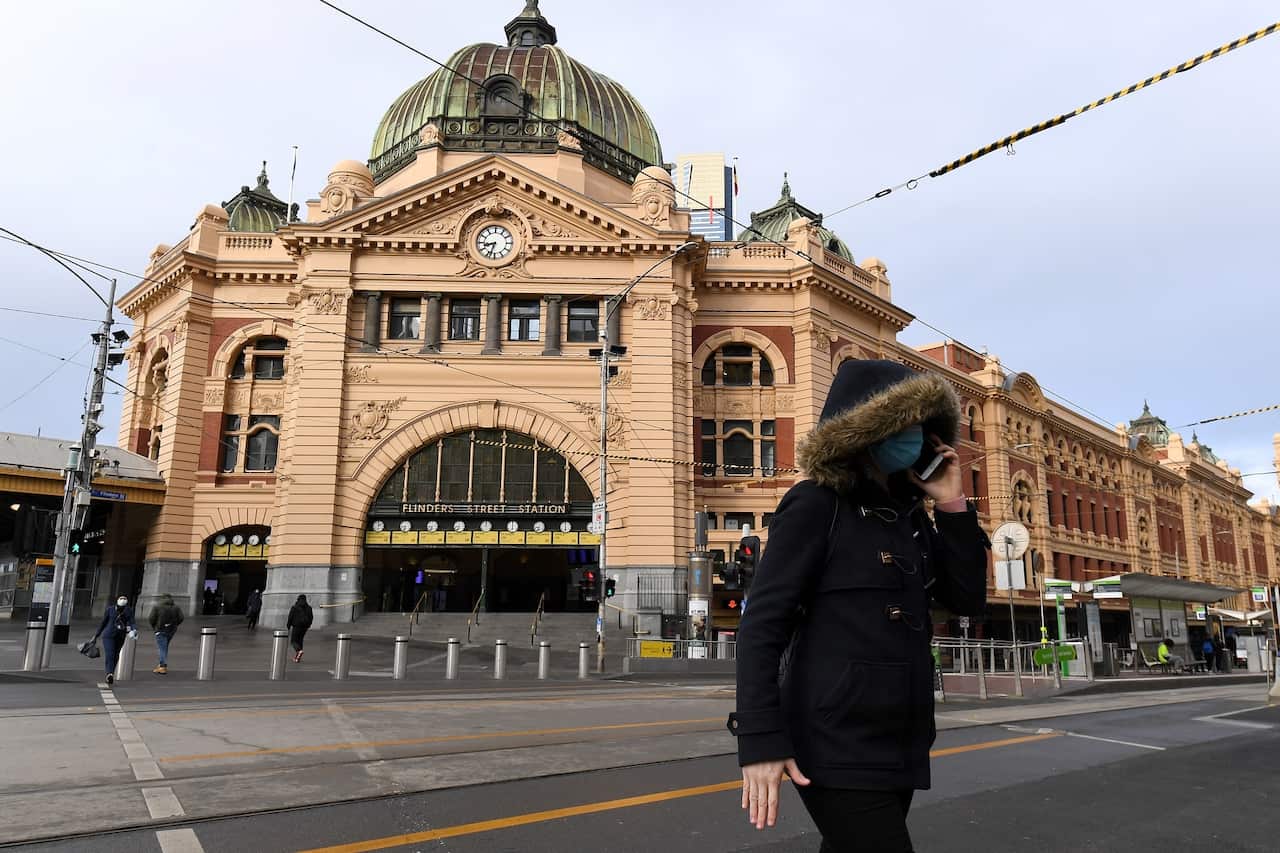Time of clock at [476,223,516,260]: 8:32
